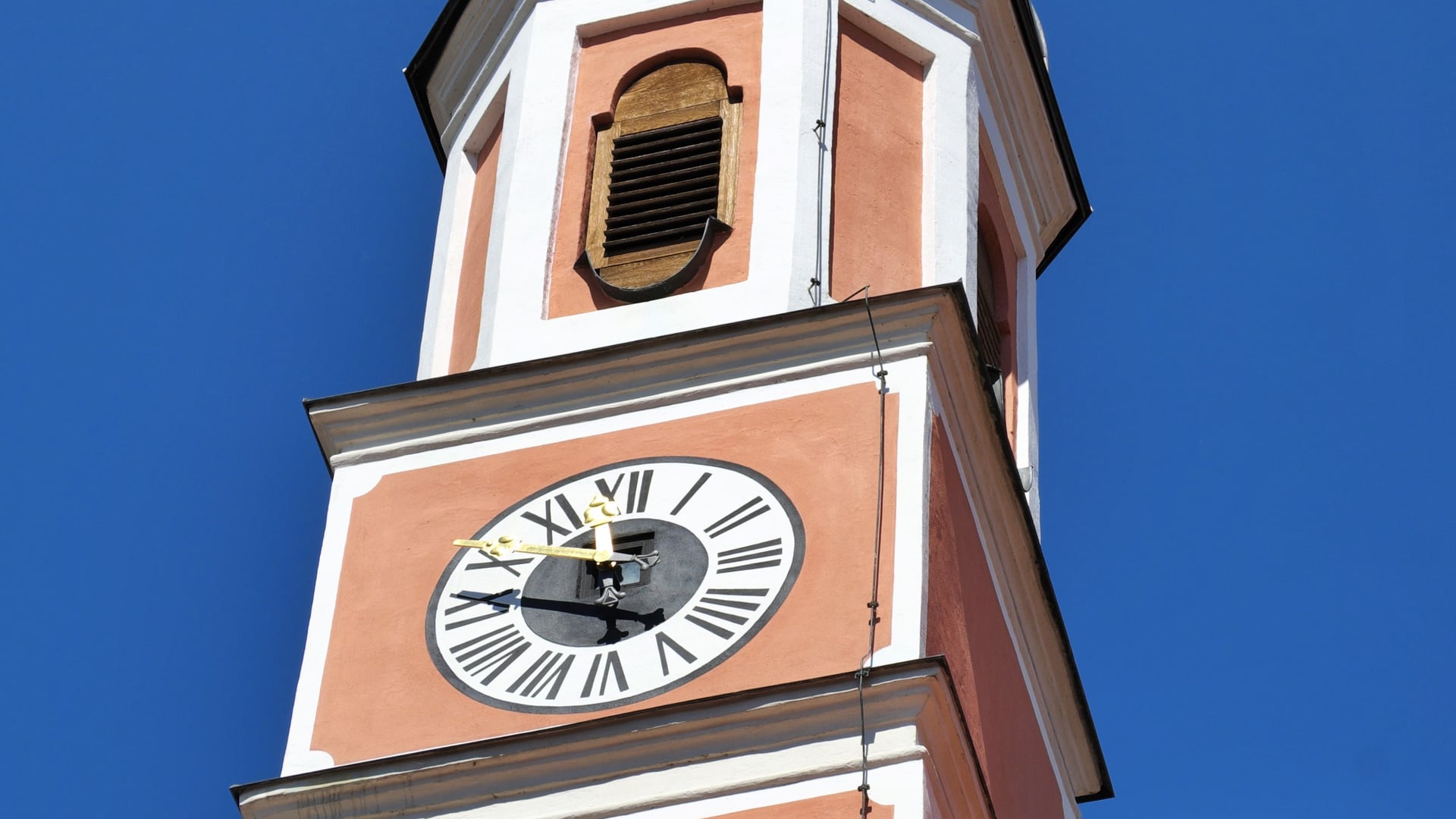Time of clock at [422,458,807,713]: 11:46
